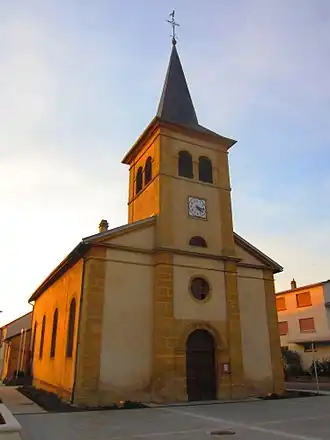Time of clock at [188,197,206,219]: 4:16
